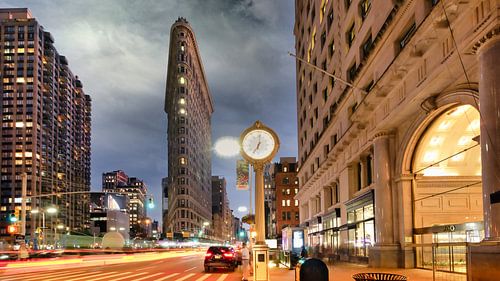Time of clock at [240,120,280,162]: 7:01
